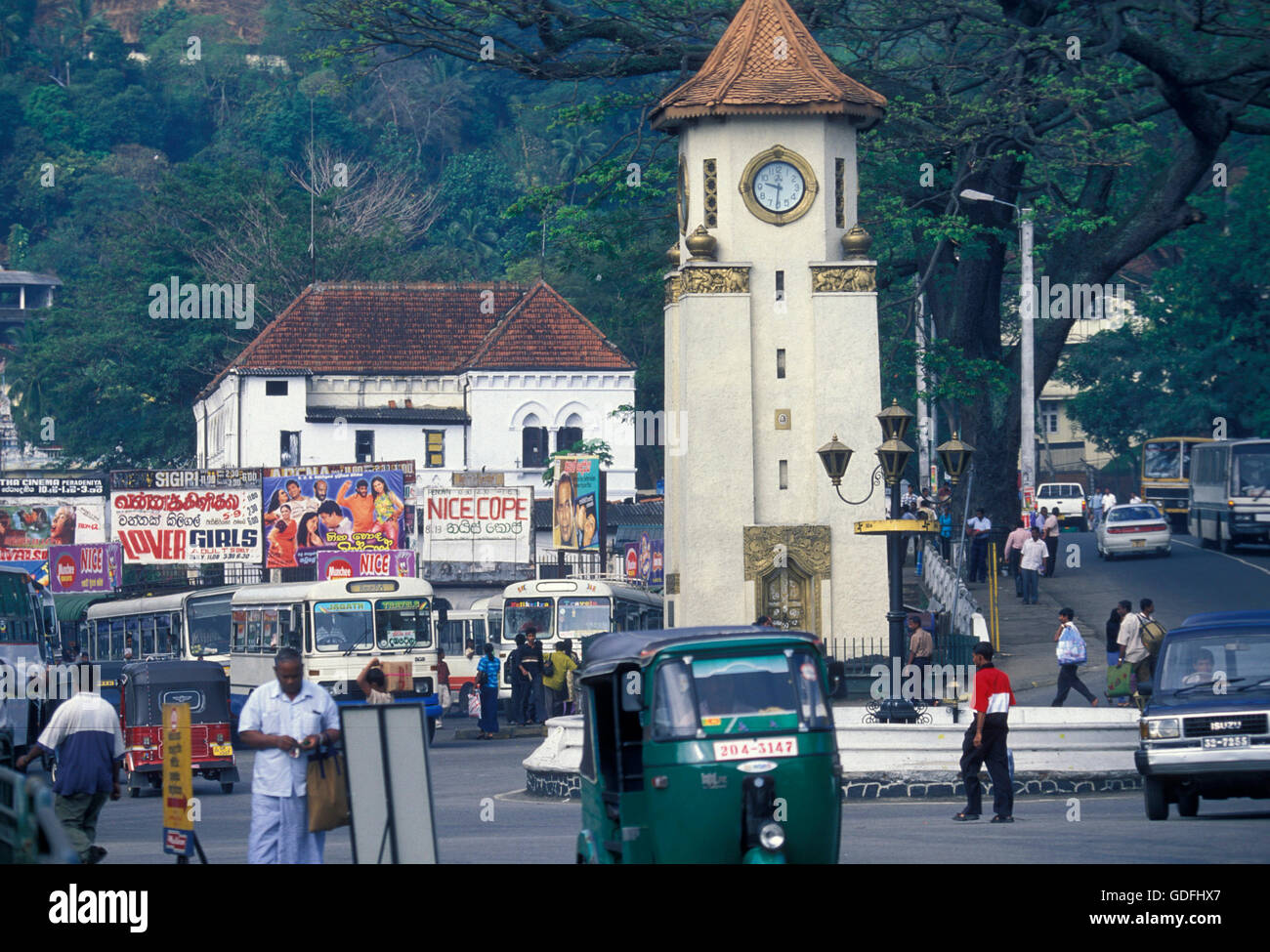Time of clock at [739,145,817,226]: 9:30
